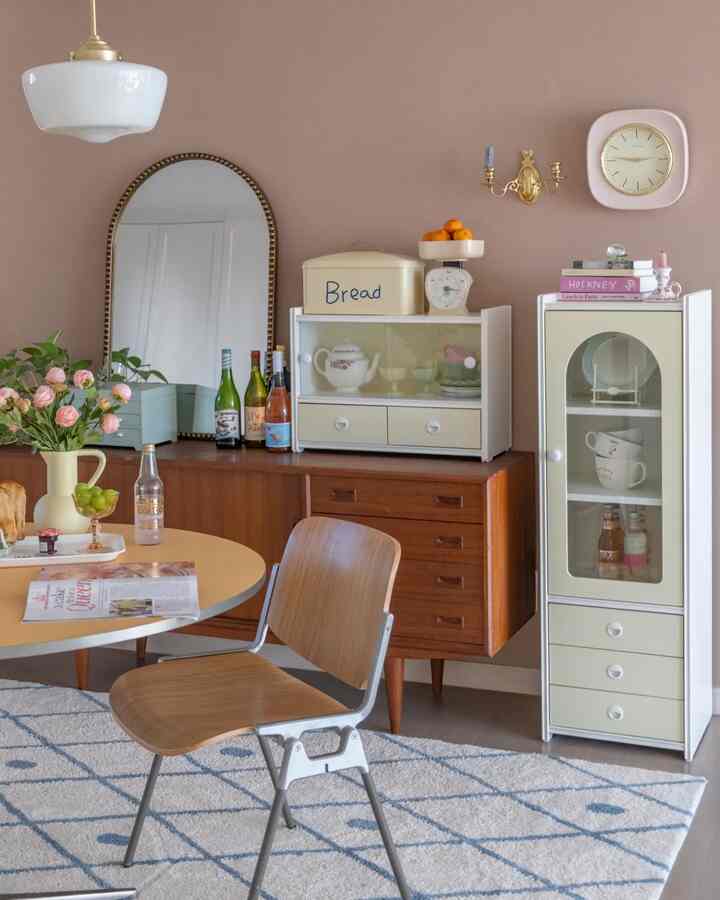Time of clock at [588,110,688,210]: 9:14
